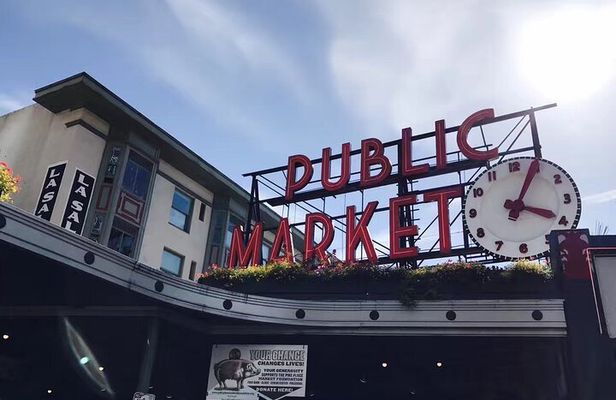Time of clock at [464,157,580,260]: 4:04
